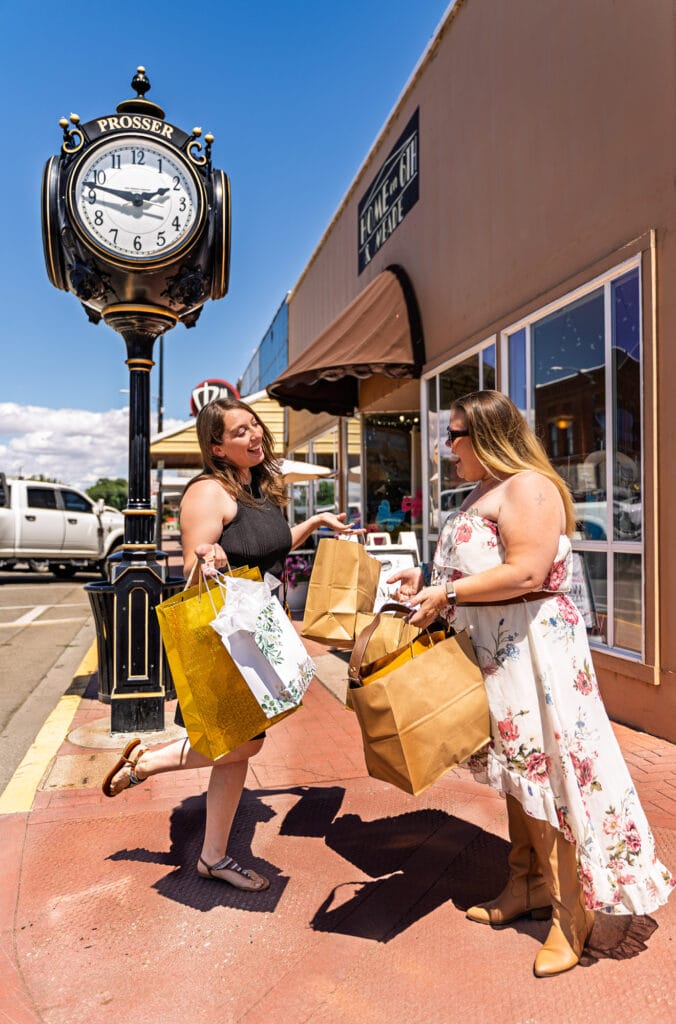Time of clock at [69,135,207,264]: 1:47
